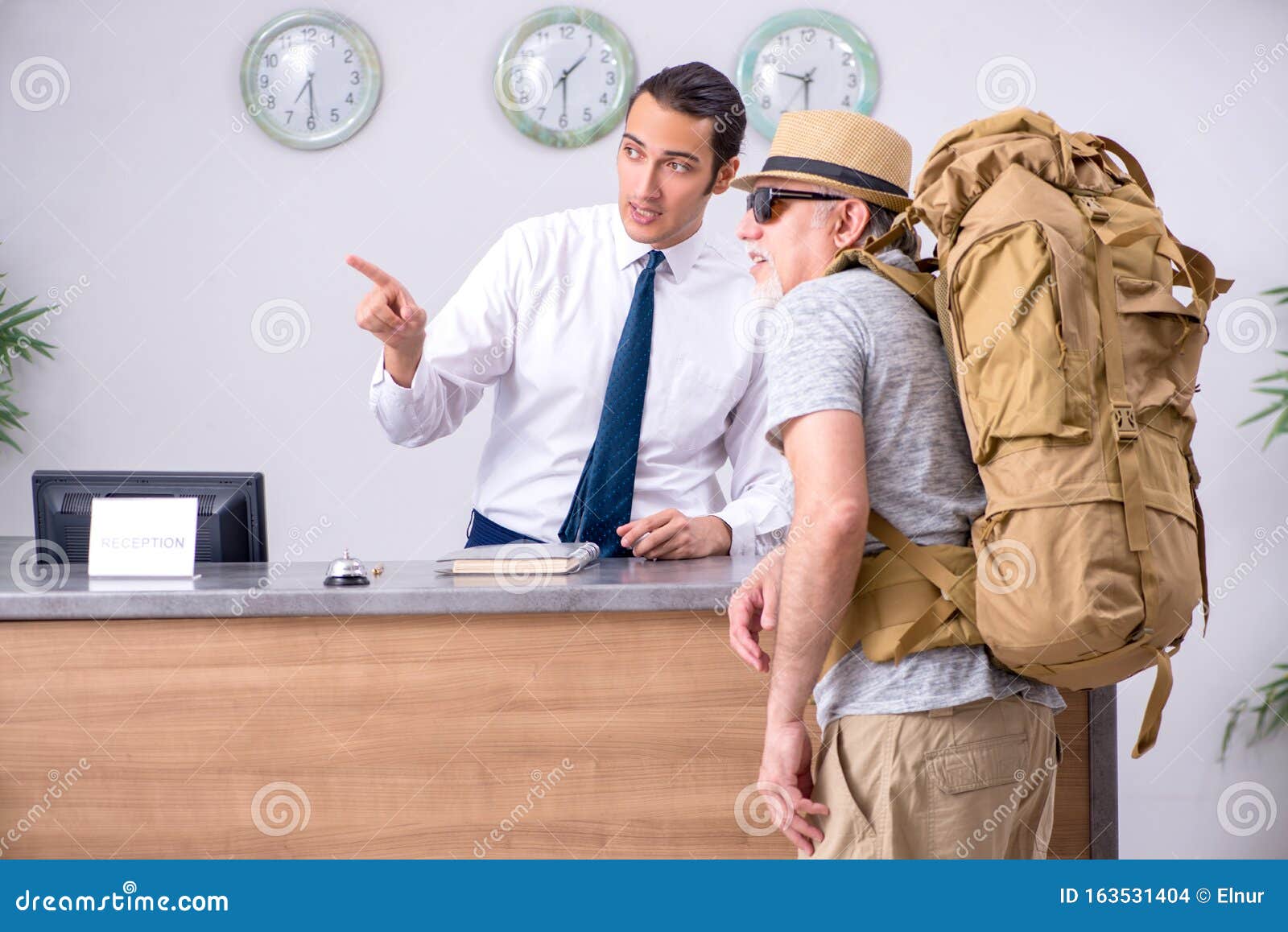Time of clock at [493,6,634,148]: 1:29
